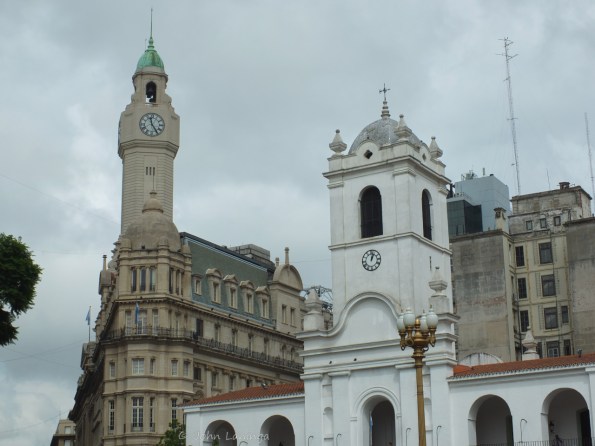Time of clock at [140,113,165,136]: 11:24
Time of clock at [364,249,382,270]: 1:02
